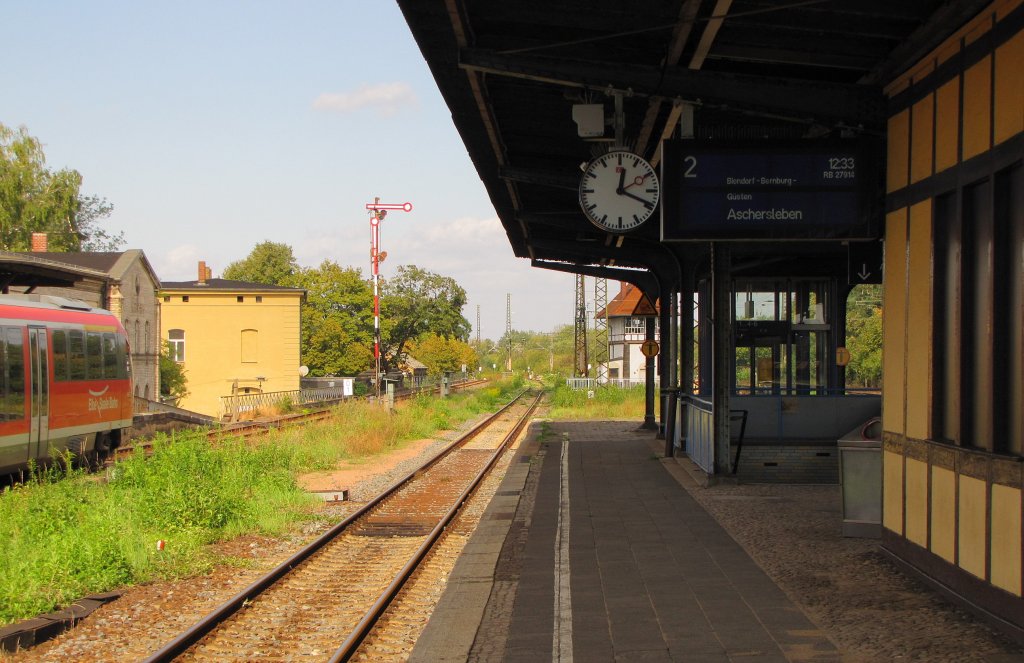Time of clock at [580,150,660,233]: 12:19
